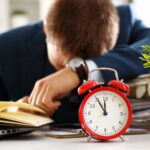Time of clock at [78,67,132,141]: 11:55
